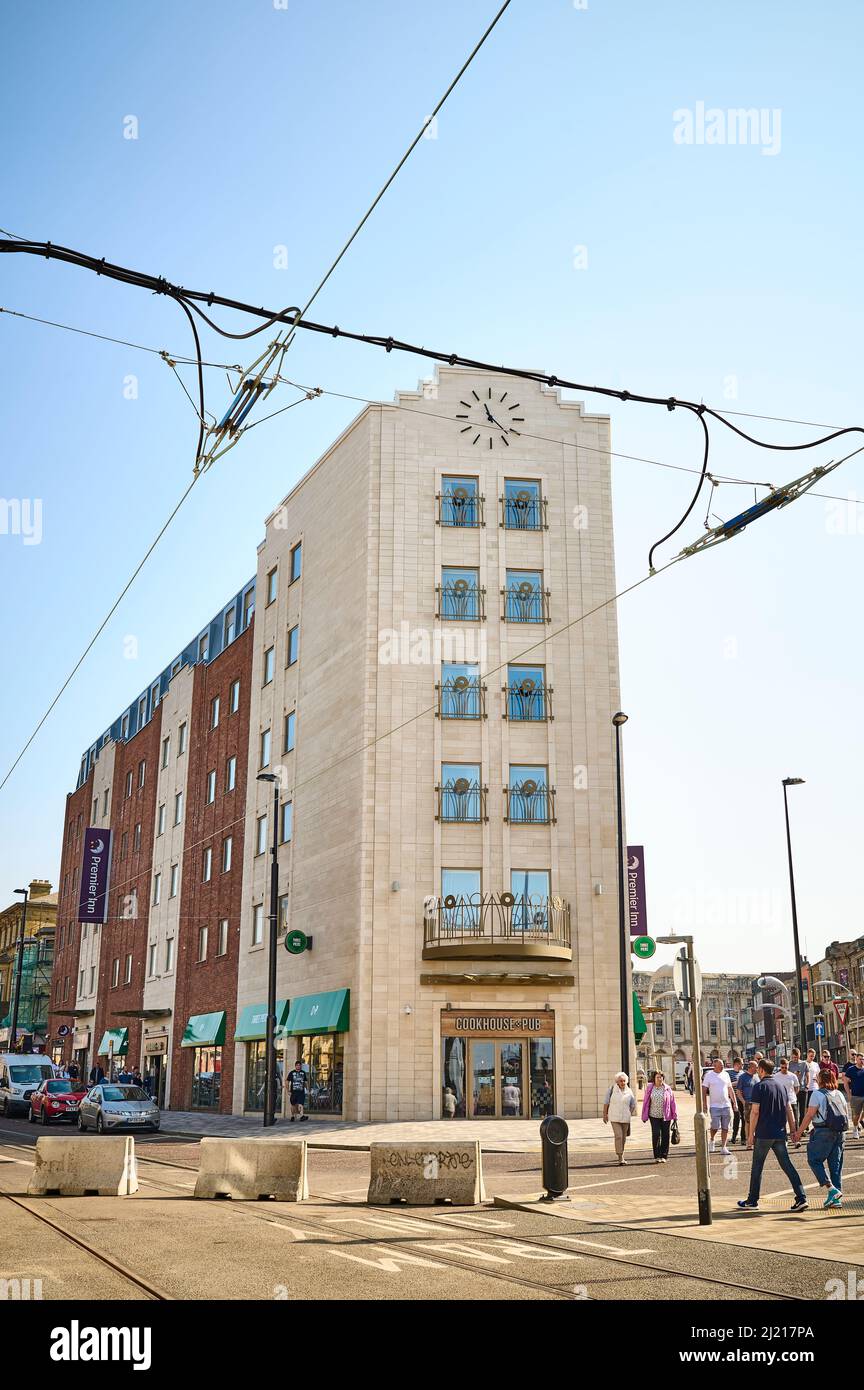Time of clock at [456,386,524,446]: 11:22
